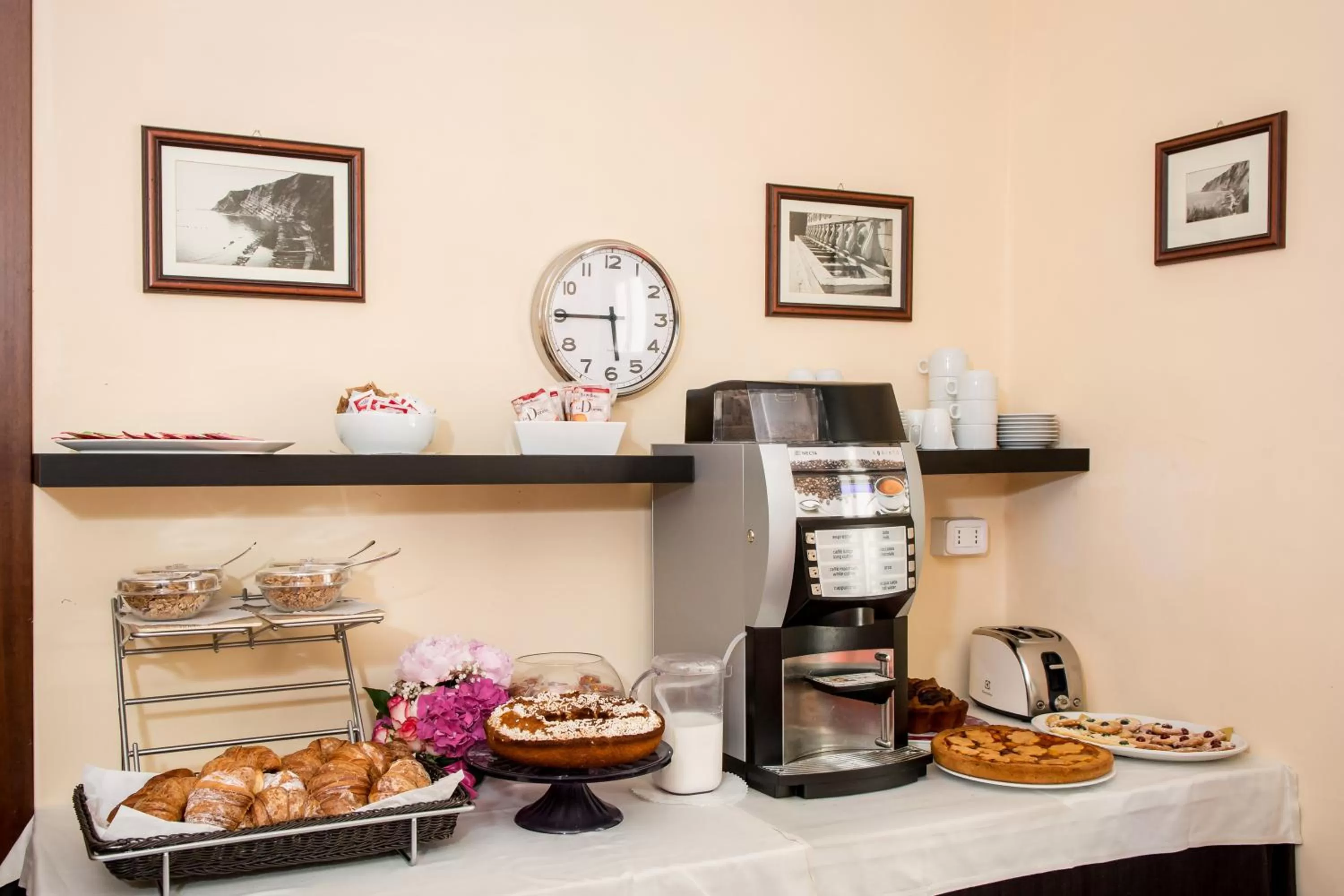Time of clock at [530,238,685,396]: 5:45
